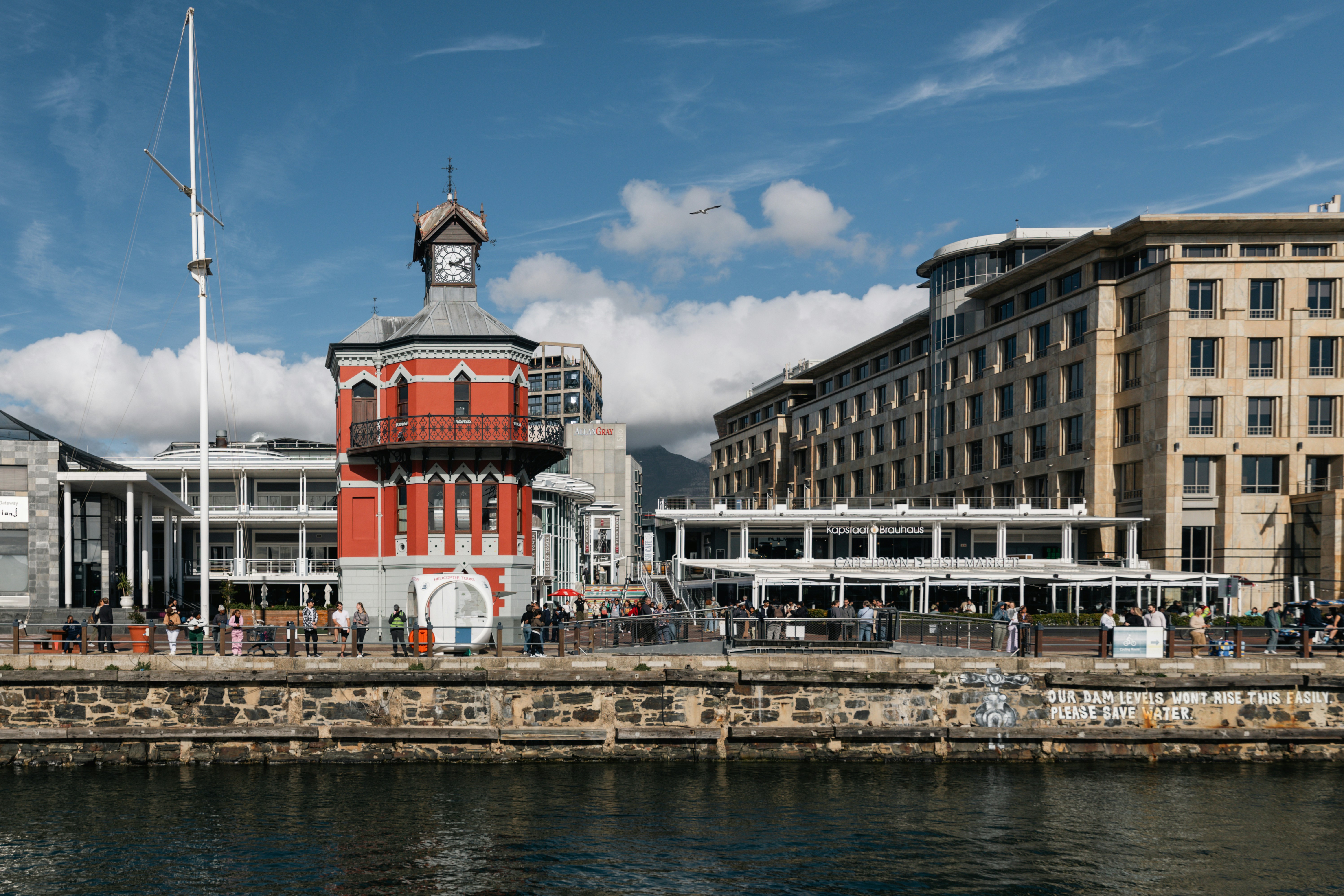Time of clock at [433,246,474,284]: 2:18
